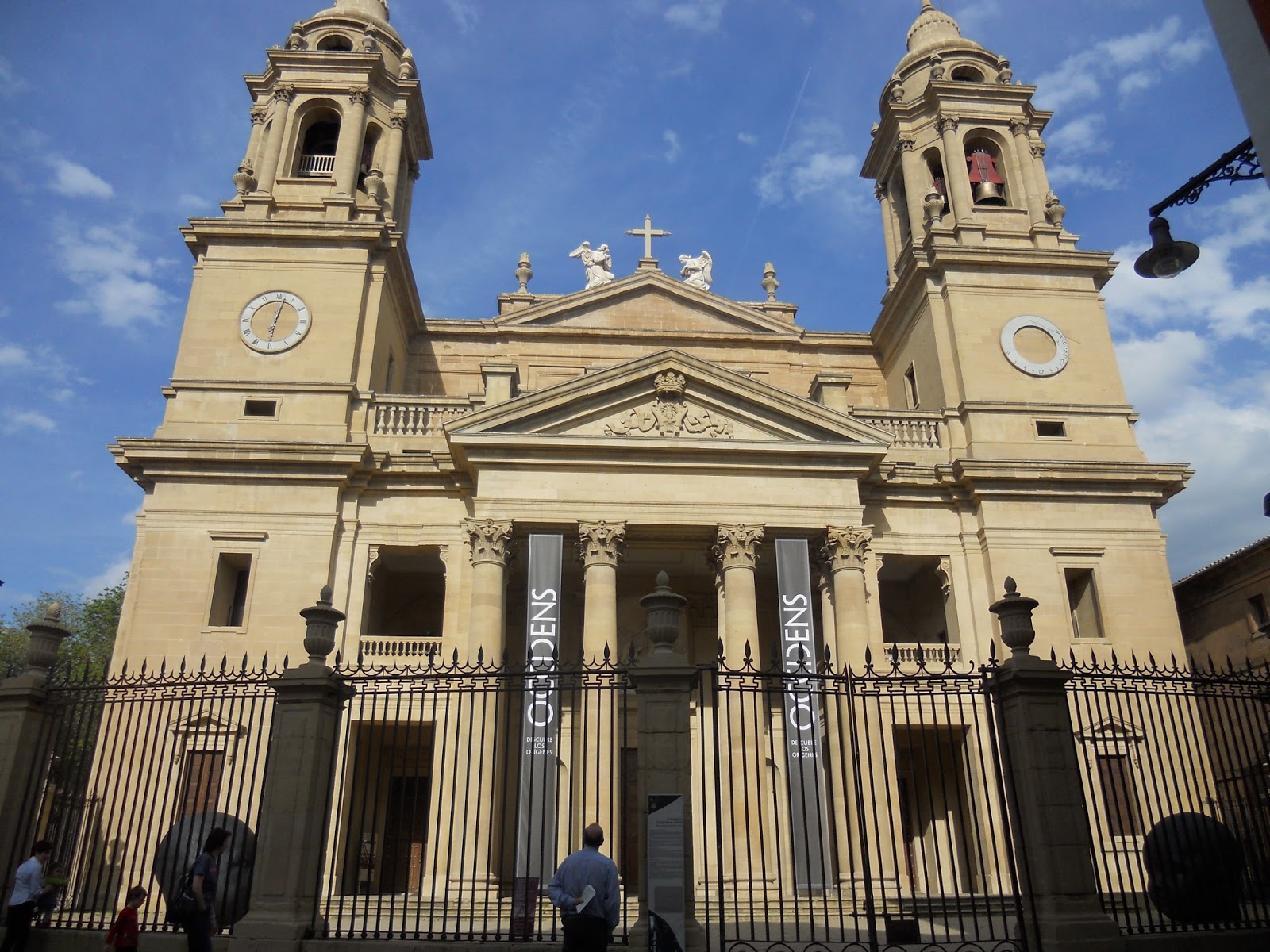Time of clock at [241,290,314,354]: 6:02
